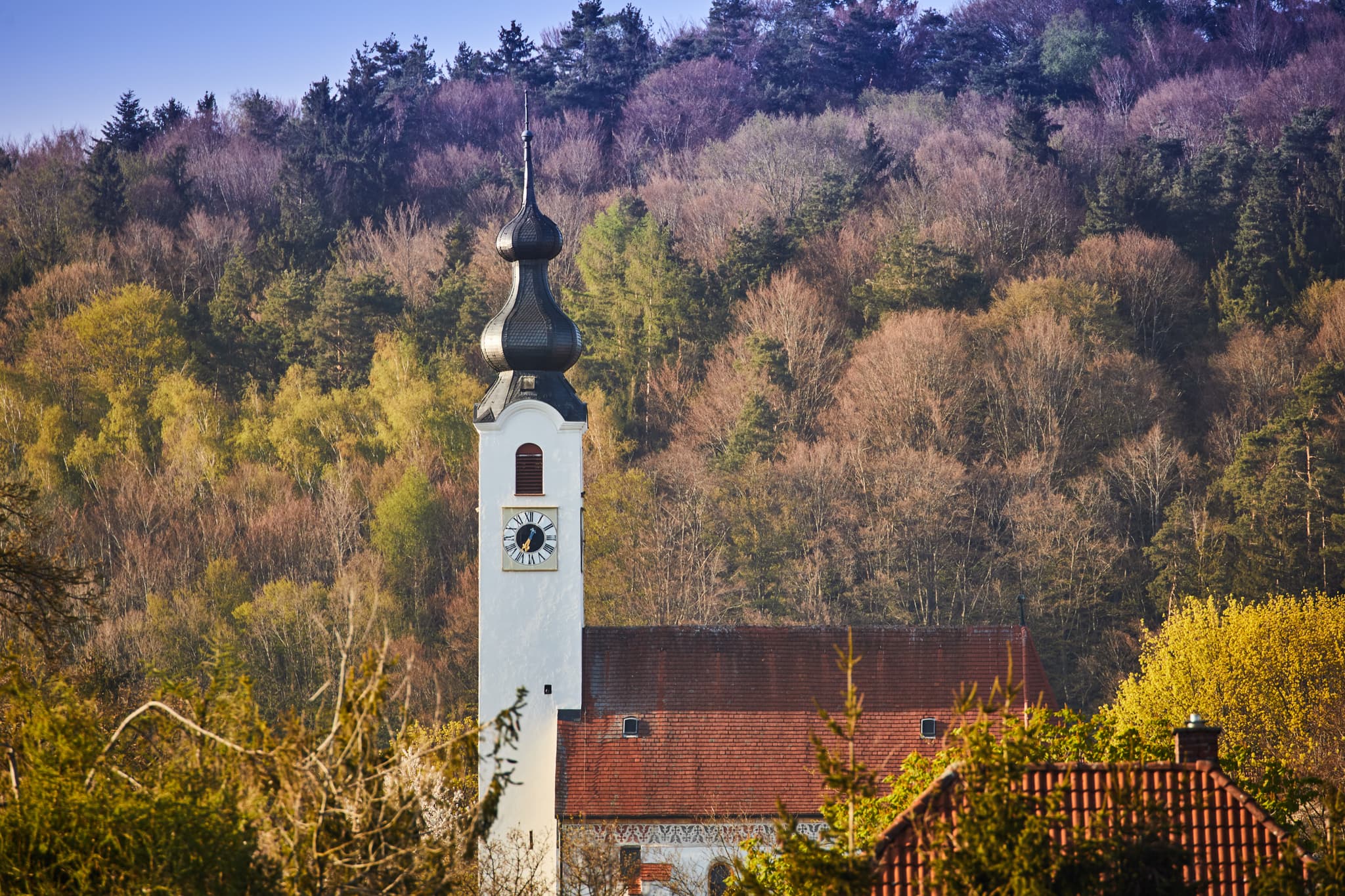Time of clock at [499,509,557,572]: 6:35
